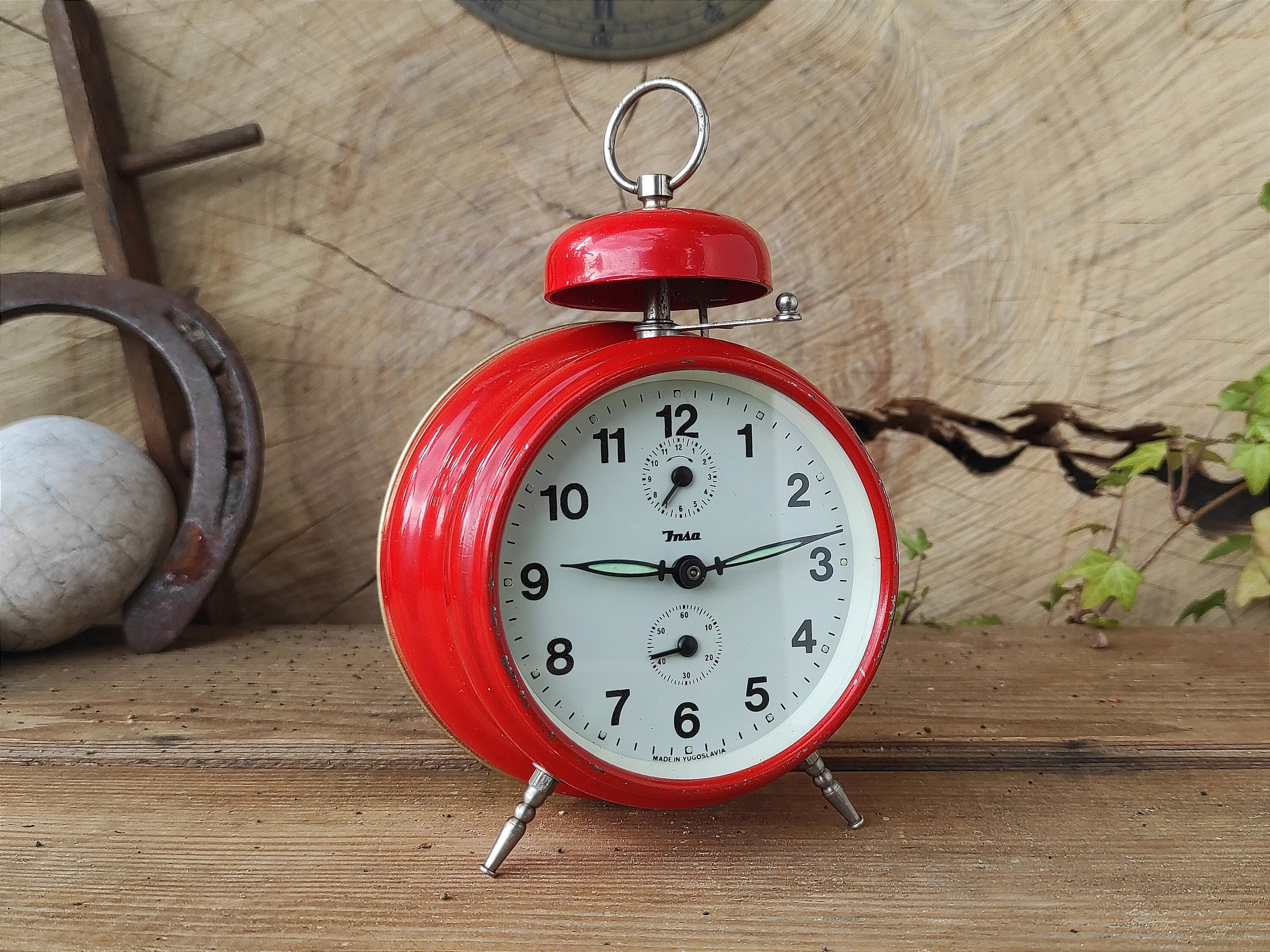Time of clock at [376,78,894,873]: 9:12
